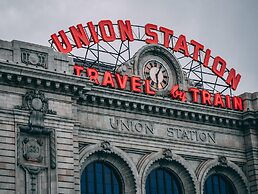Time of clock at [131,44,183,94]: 6:05
